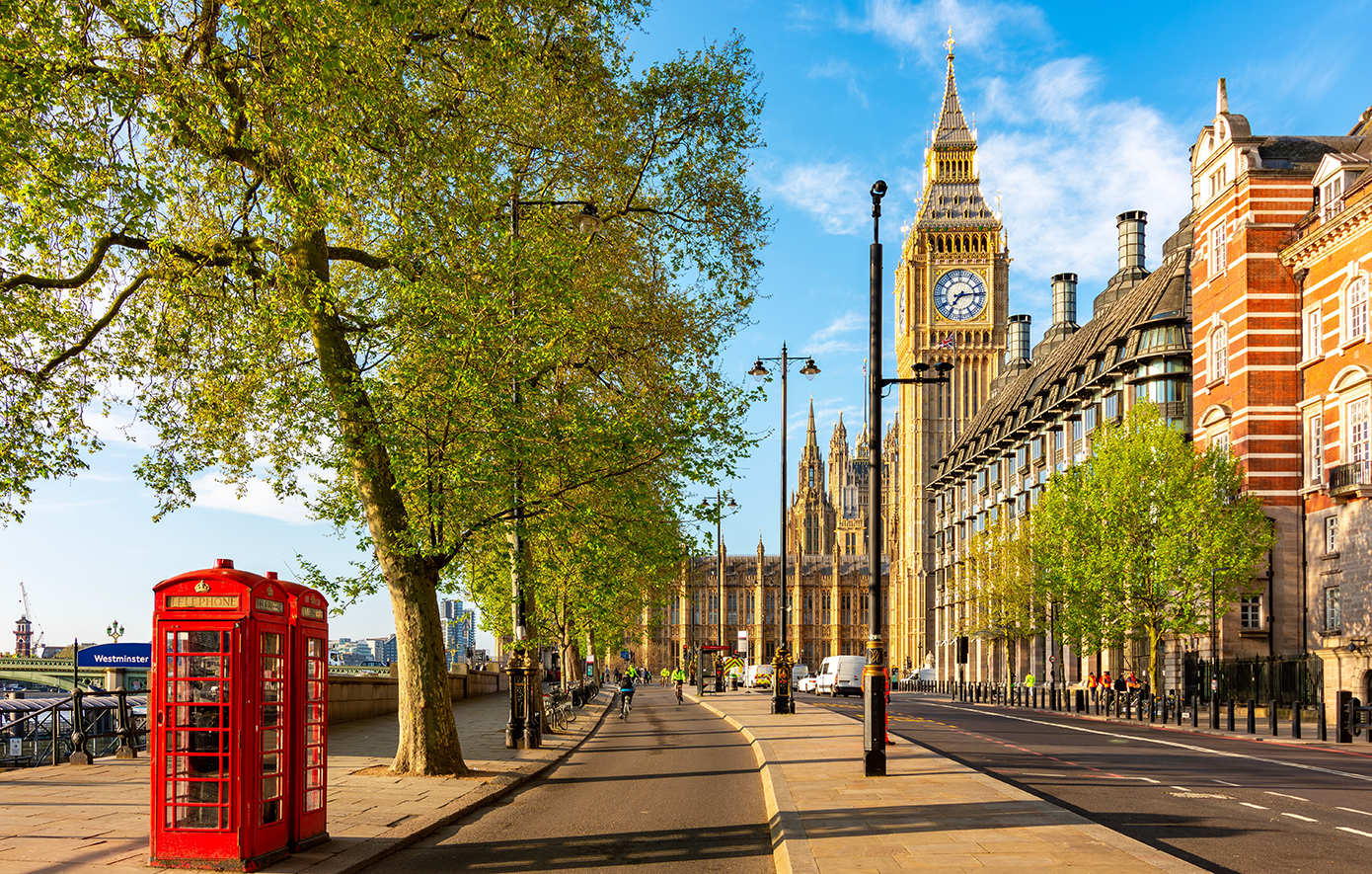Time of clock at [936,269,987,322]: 7:14
